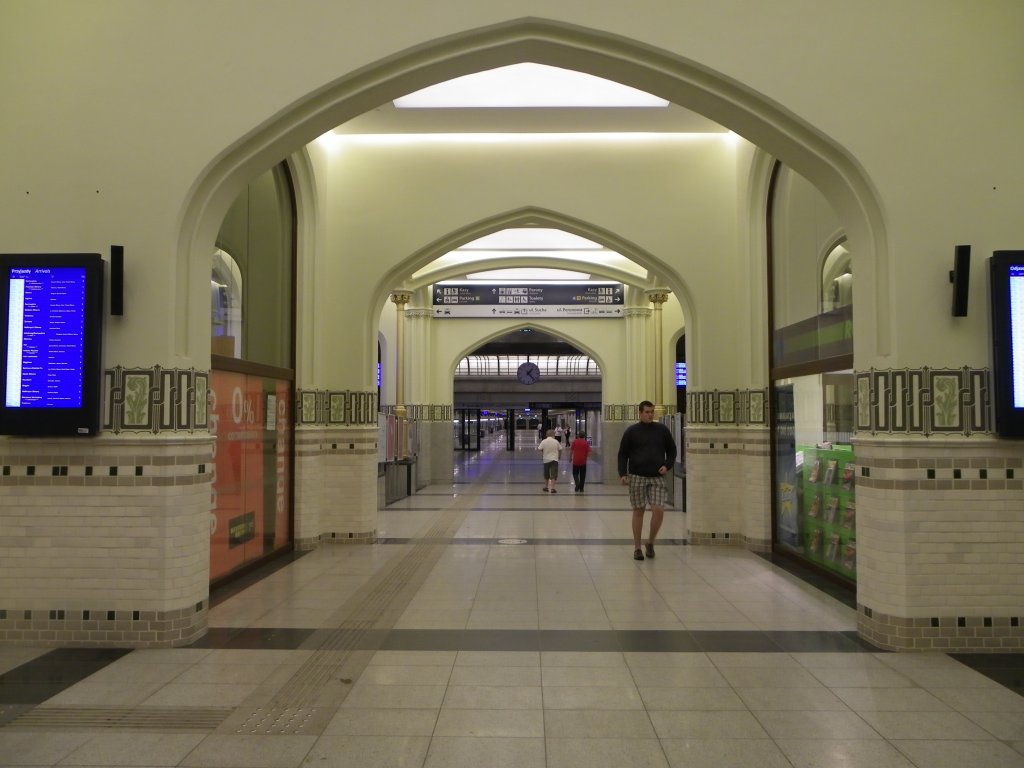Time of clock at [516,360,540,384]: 1:22
